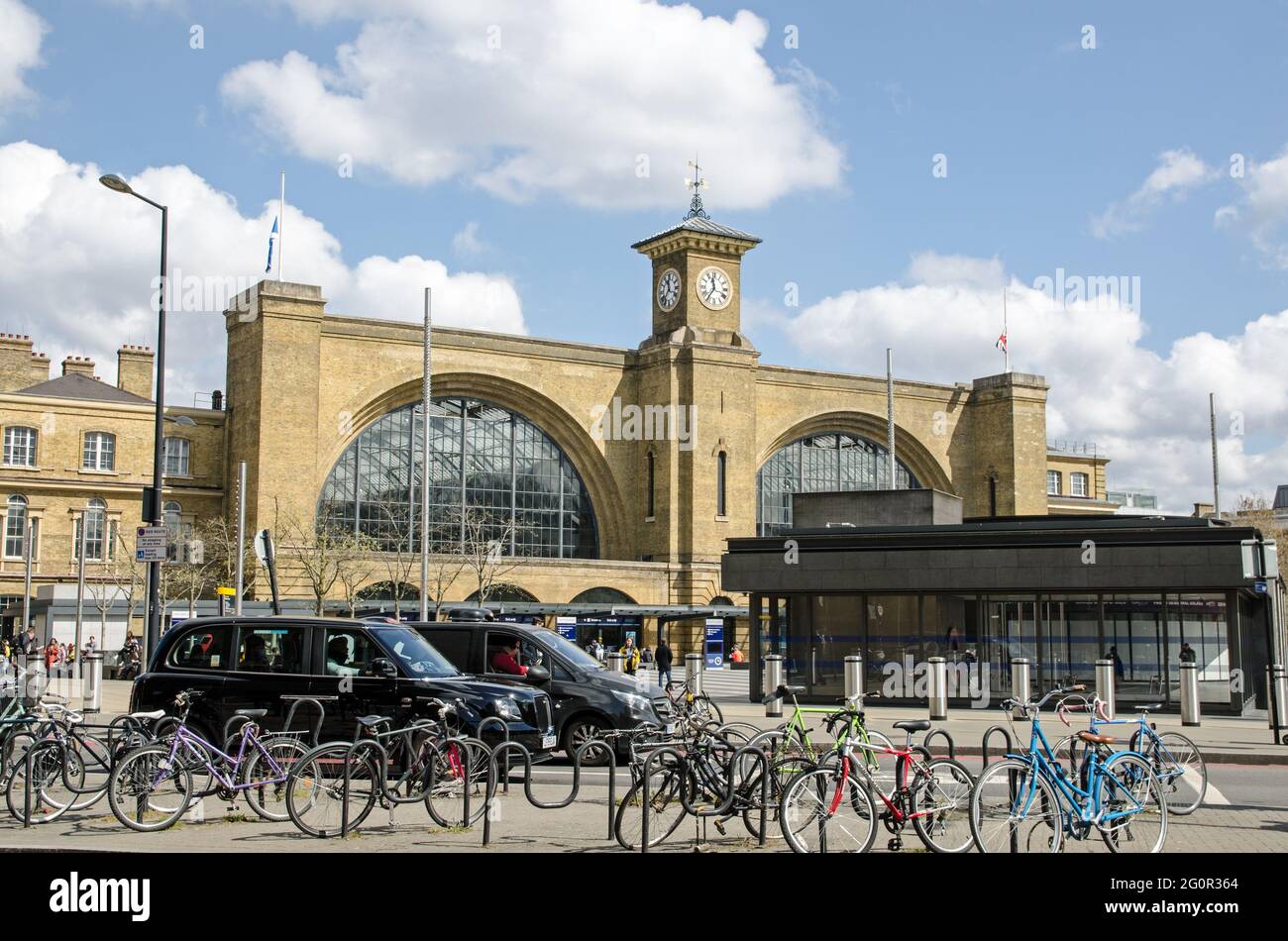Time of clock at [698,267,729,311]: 11:35
